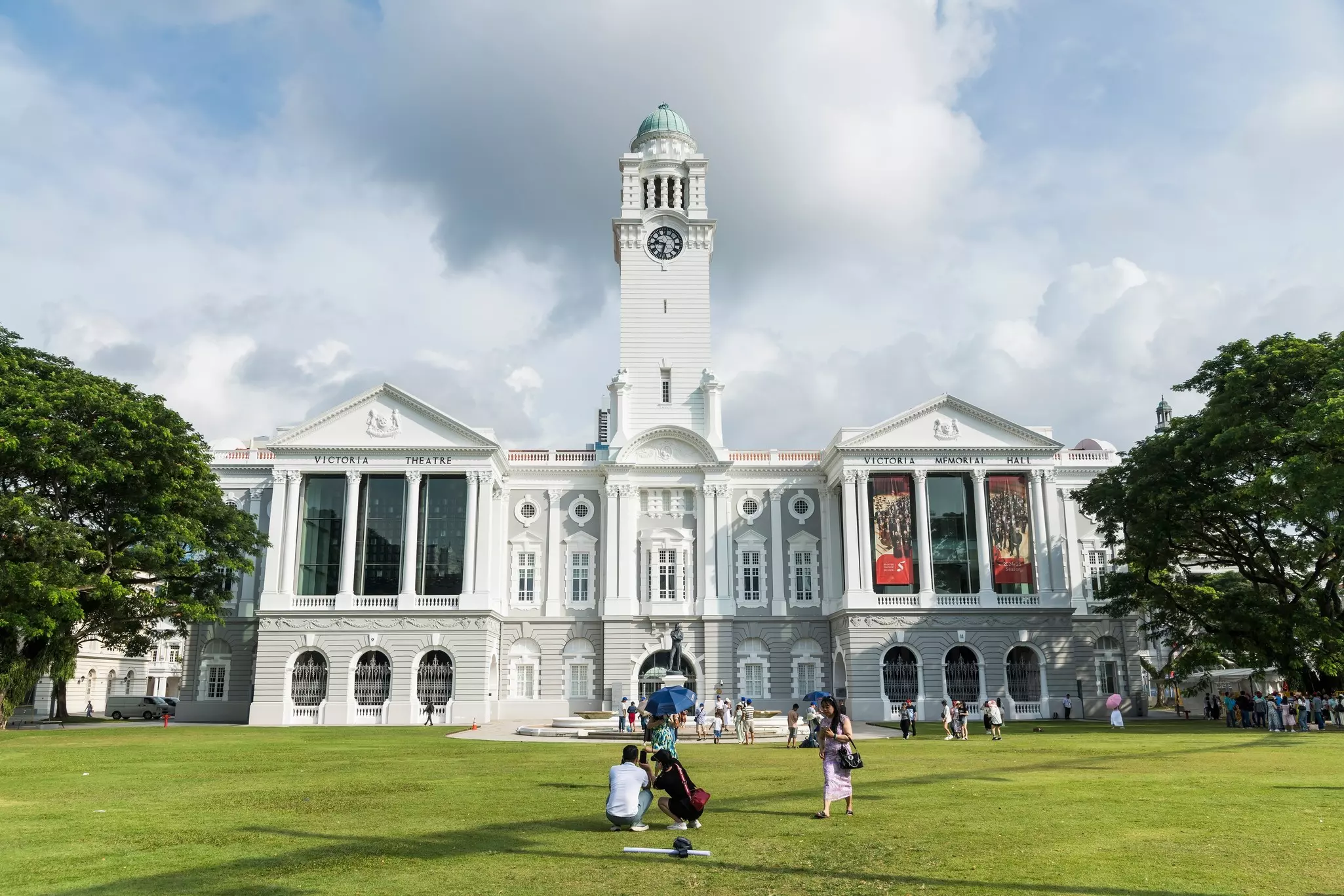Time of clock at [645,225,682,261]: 9:32
